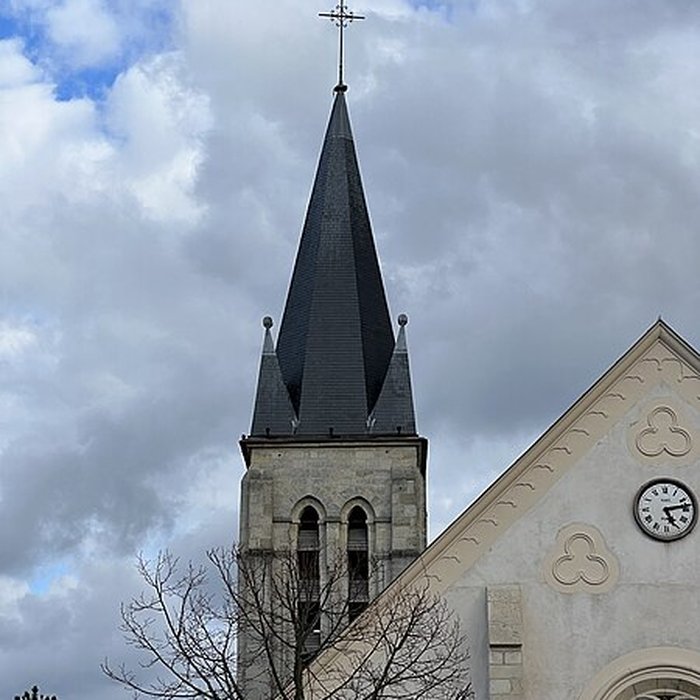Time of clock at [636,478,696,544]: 5:13
